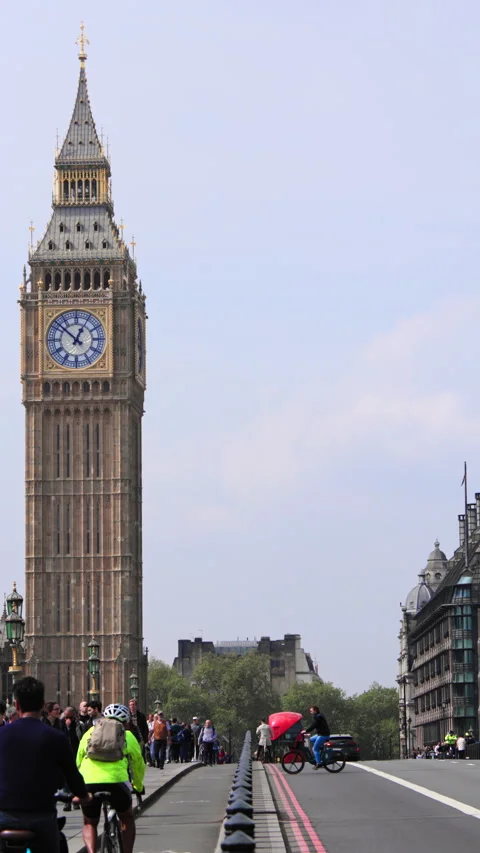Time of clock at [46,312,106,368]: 12:52
